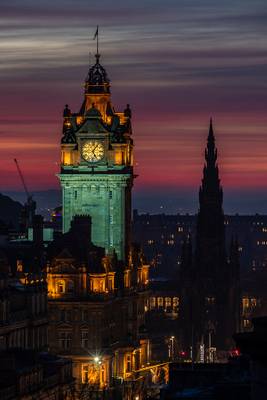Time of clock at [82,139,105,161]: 5:06
